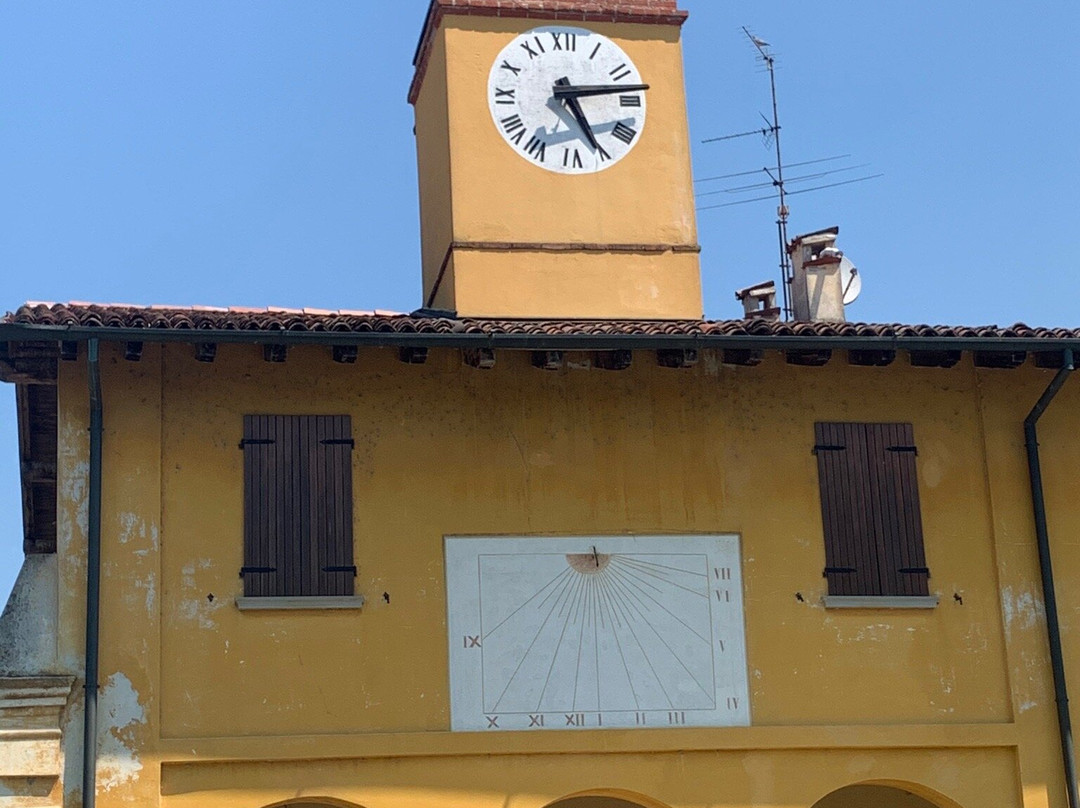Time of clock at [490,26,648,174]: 5:13
